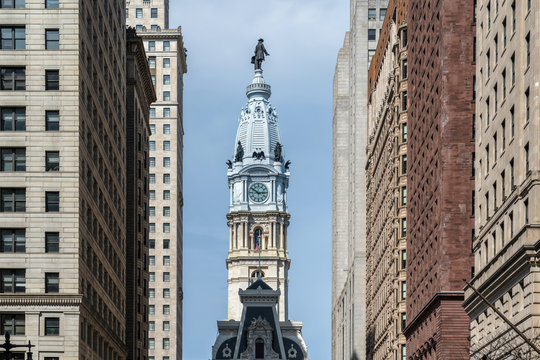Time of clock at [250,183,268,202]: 2:50
